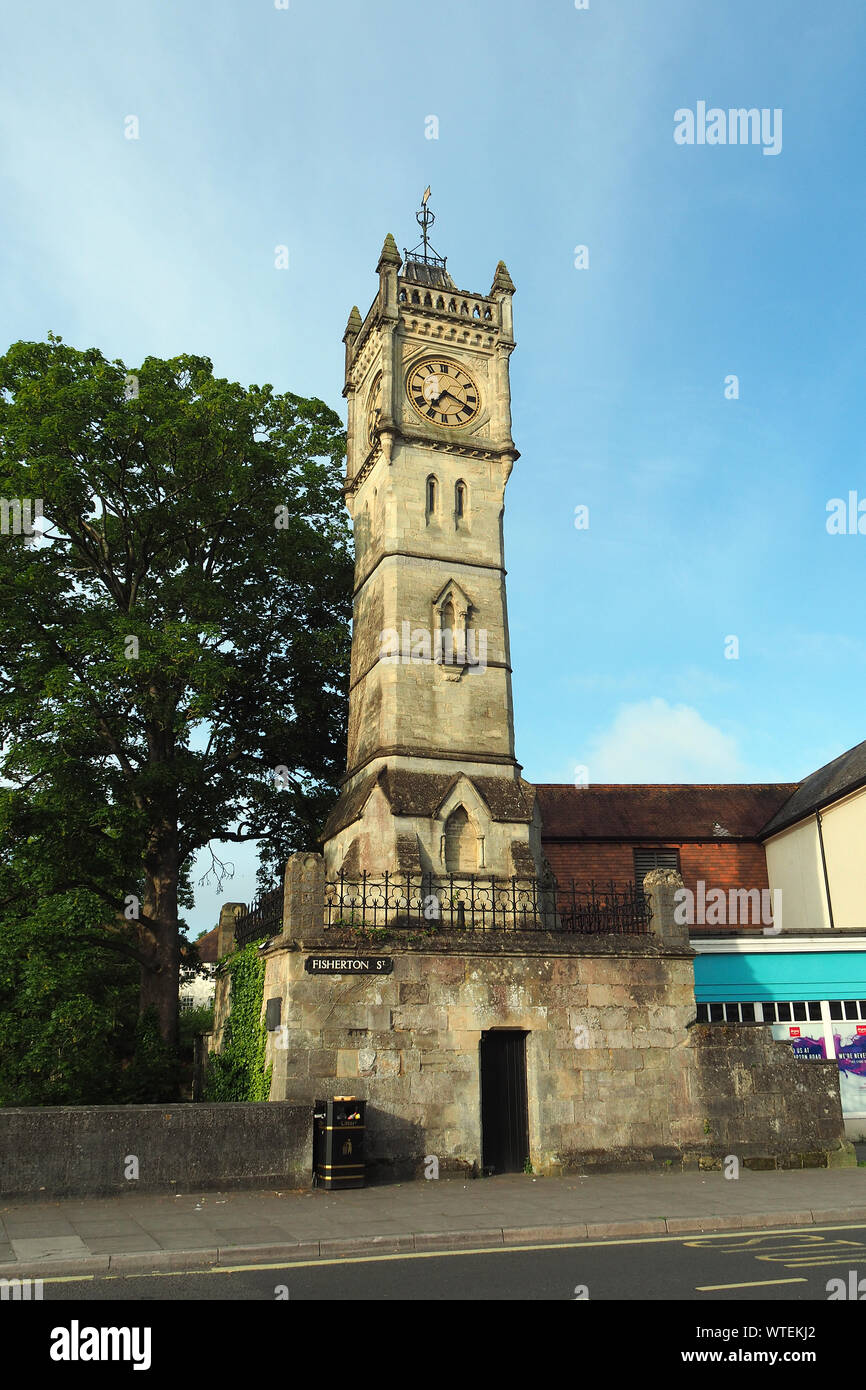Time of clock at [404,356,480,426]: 7:18
